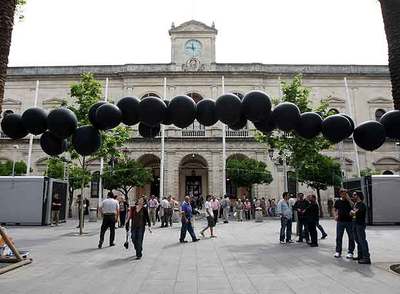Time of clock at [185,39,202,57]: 11:46
